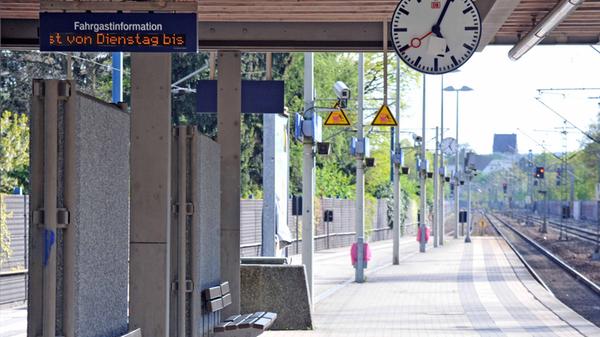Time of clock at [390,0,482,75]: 5:04
